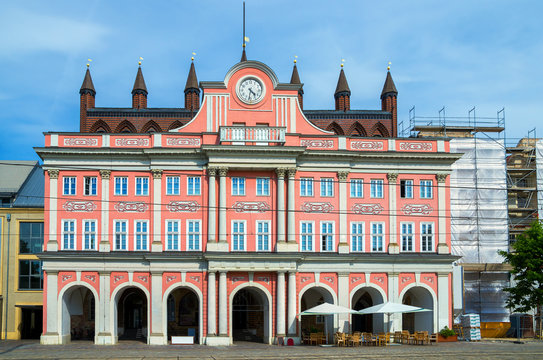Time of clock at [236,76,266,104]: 4:31
